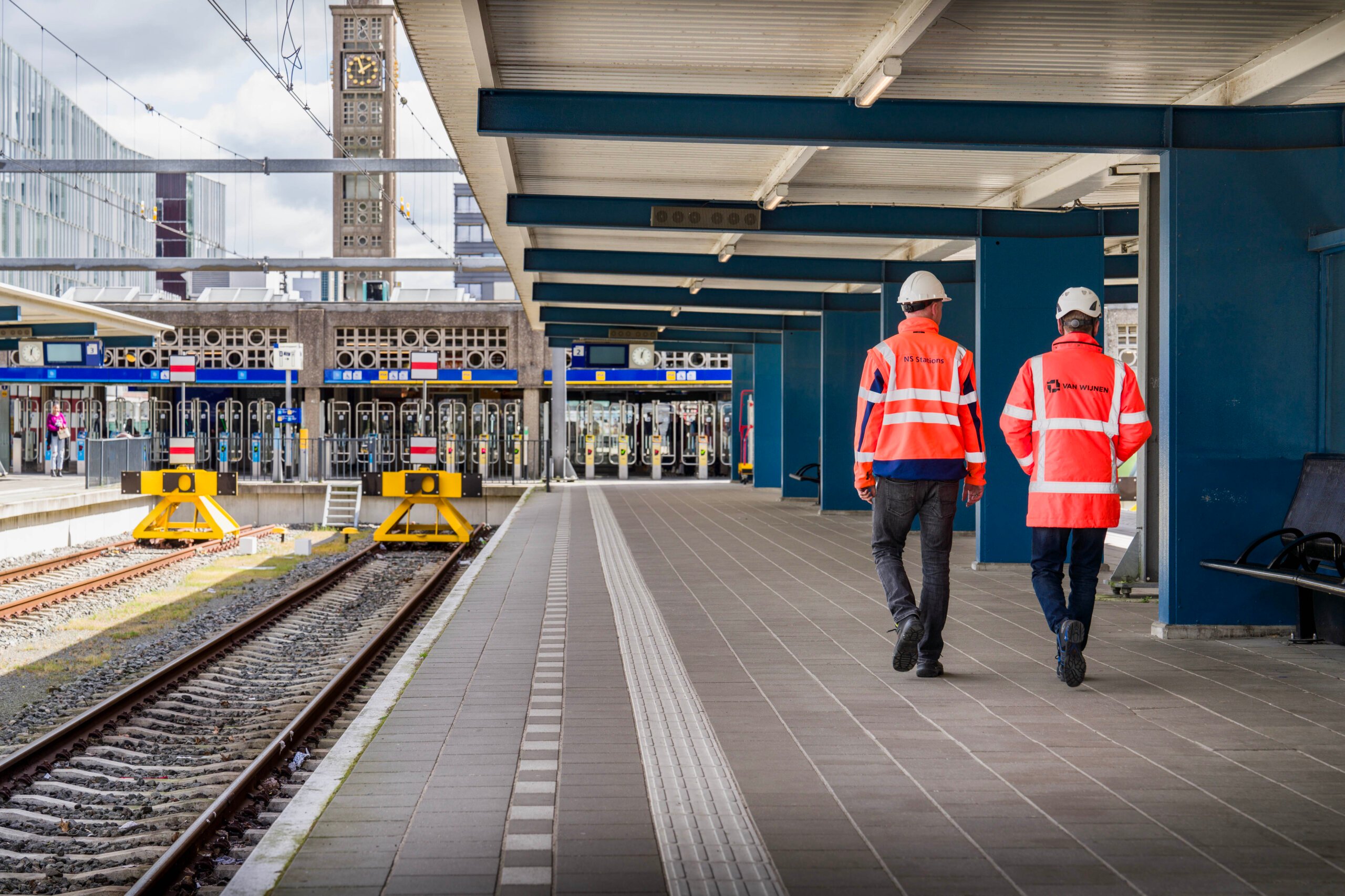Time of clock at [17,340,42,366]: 12:02
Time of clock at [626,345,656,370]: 12:03
